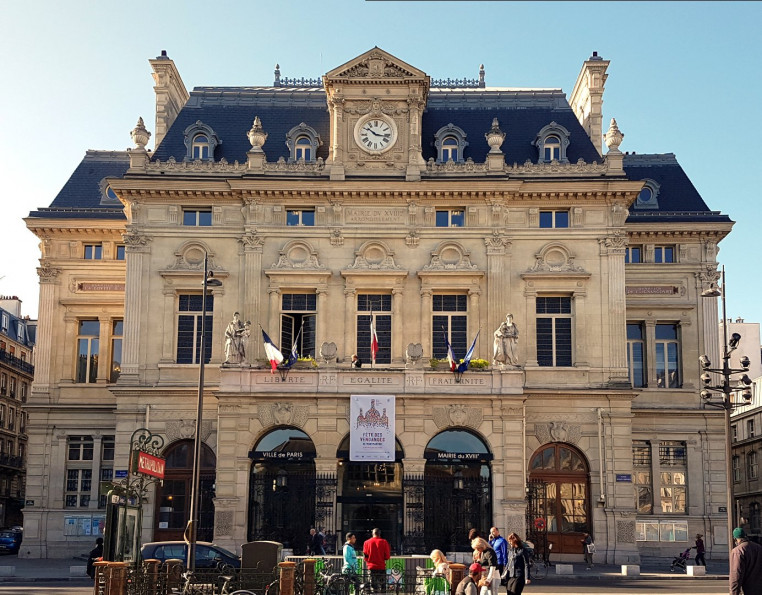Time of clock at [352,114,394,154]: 10:16
